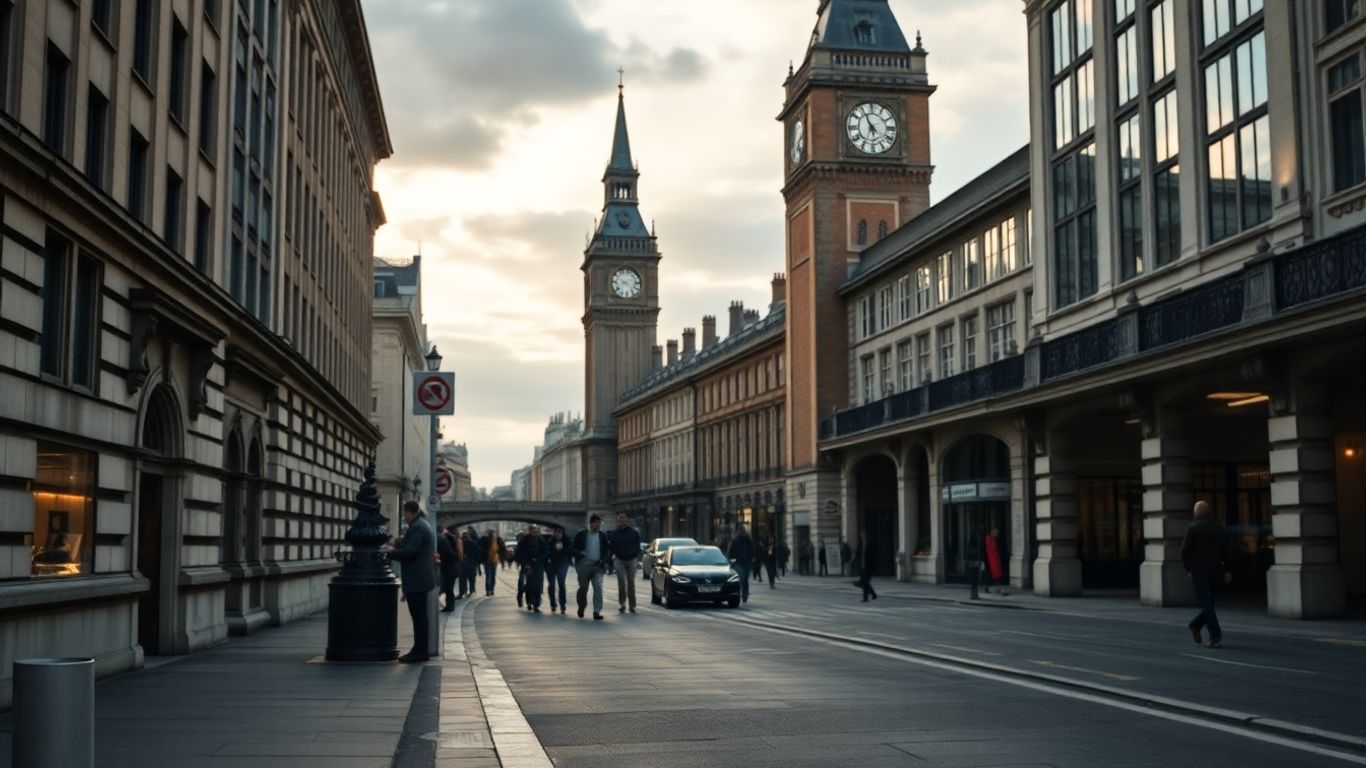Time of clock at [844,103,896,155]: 6:55
